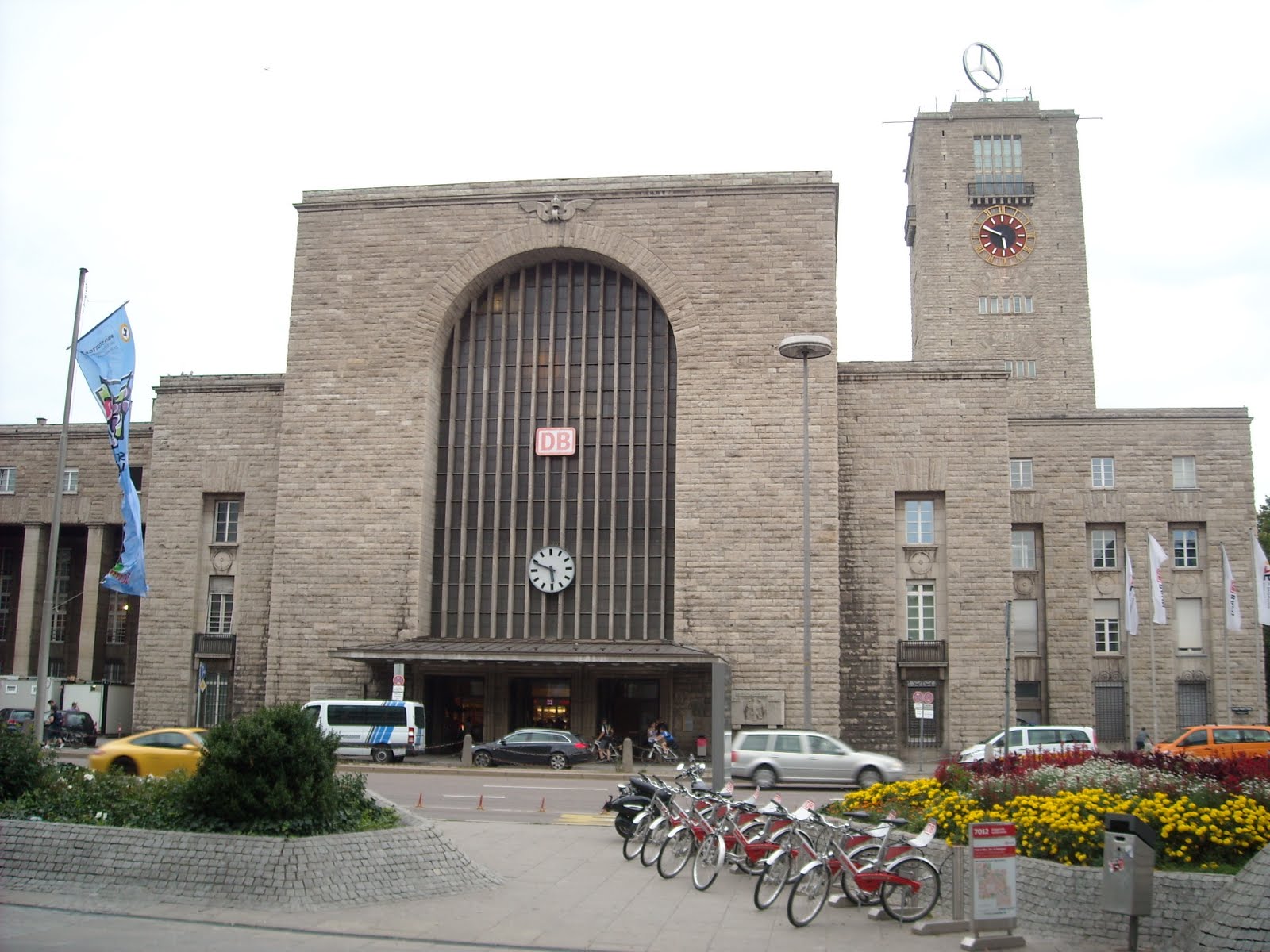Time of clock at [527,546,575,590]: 5:48
